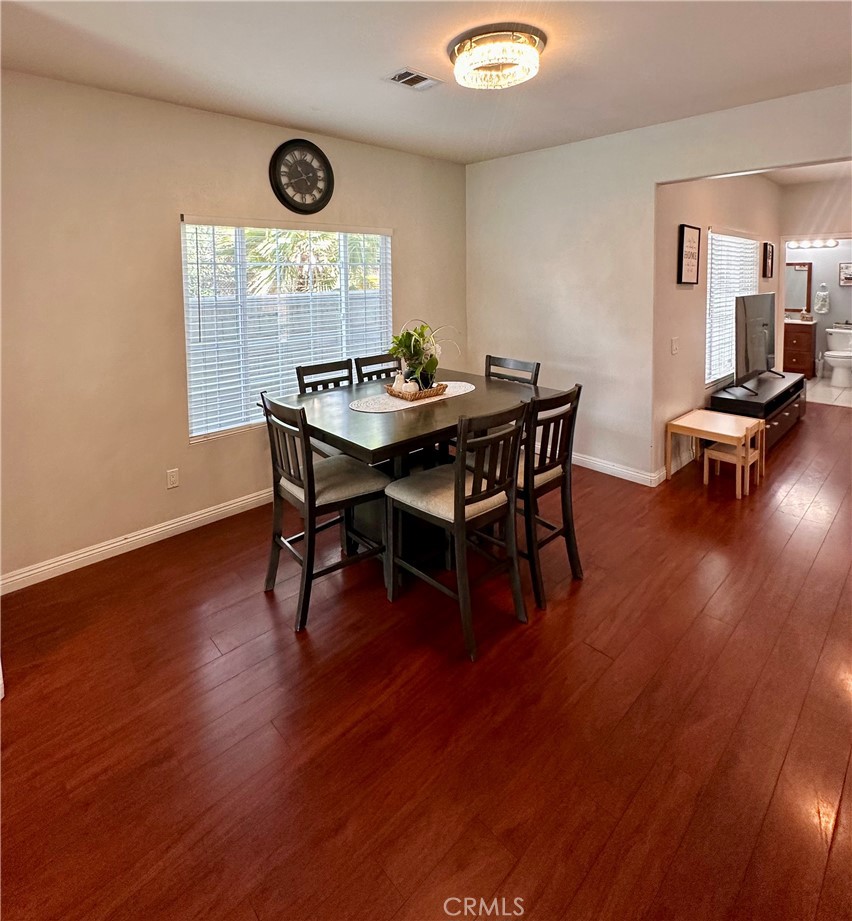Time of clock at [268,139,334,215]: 10:40
